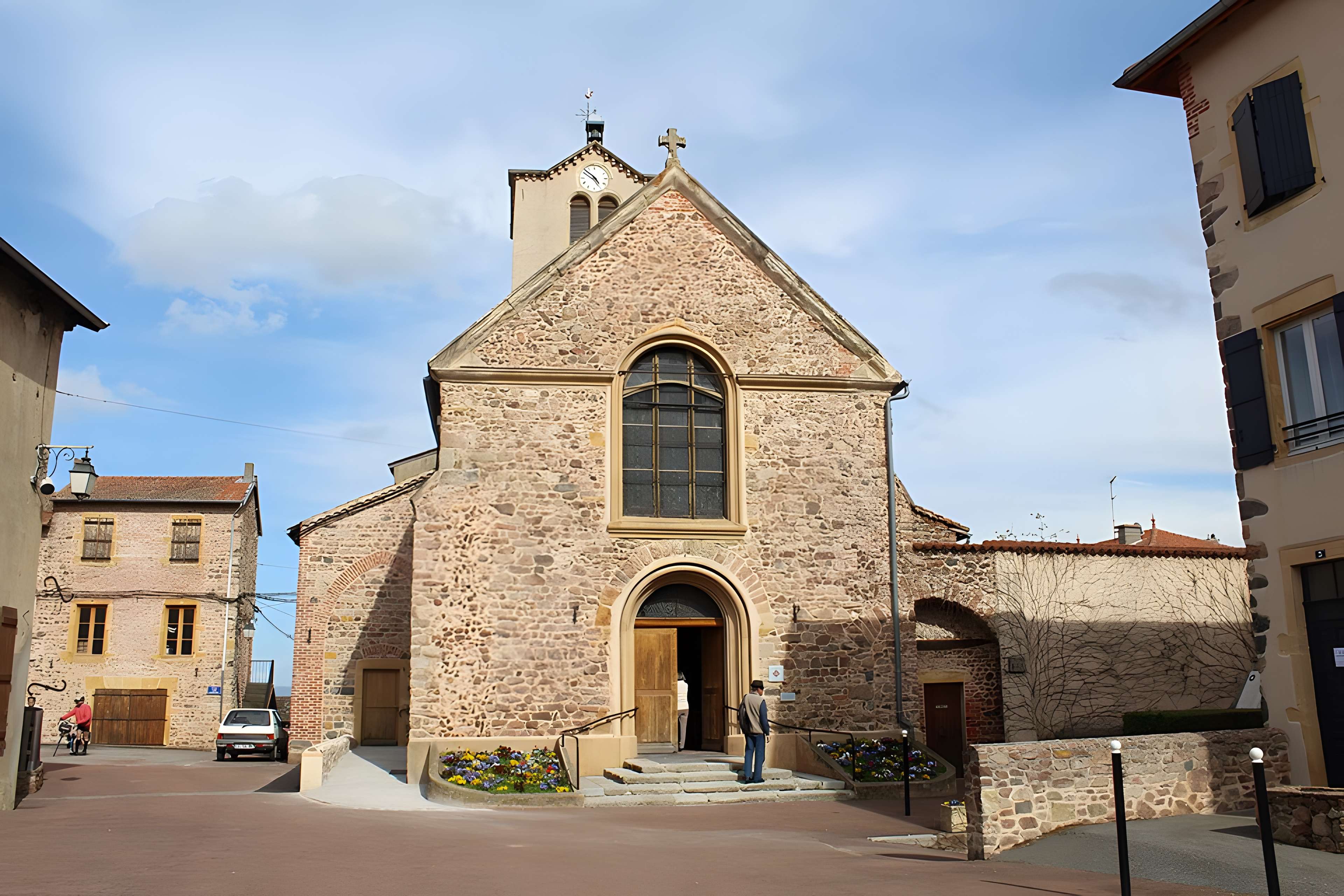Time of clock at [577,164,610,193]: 4:51
